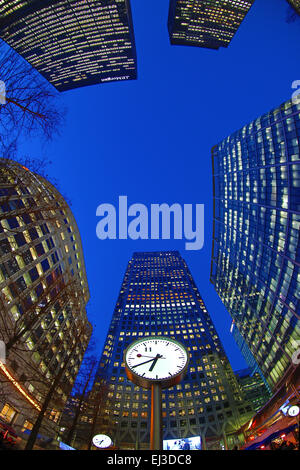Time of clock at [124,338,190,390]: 6:40
